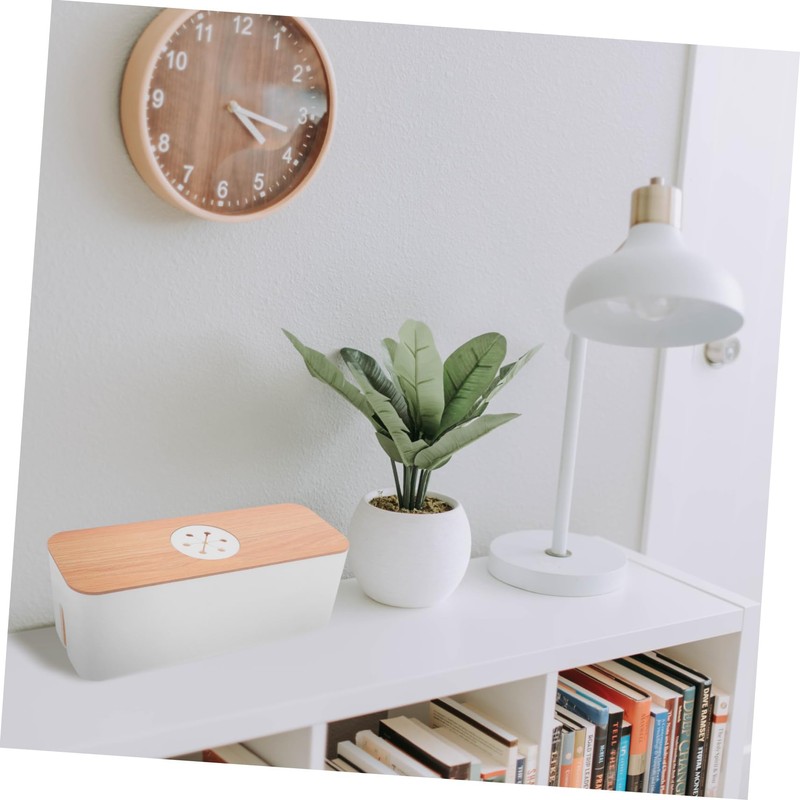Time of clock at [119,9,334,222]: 4:17
